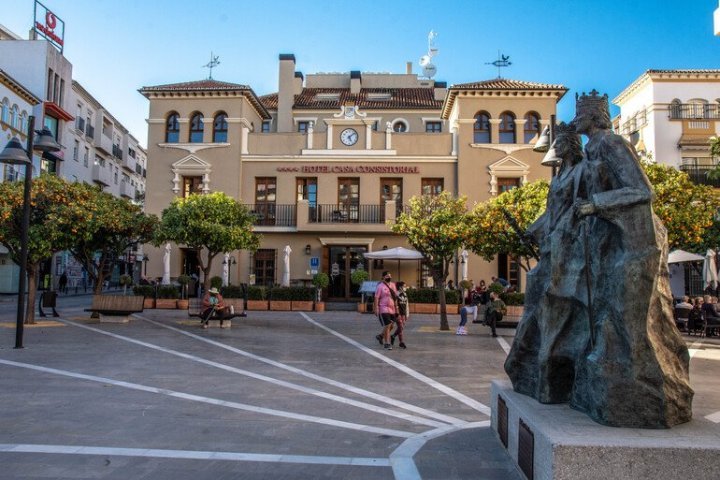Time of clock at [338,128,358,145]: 5:08
